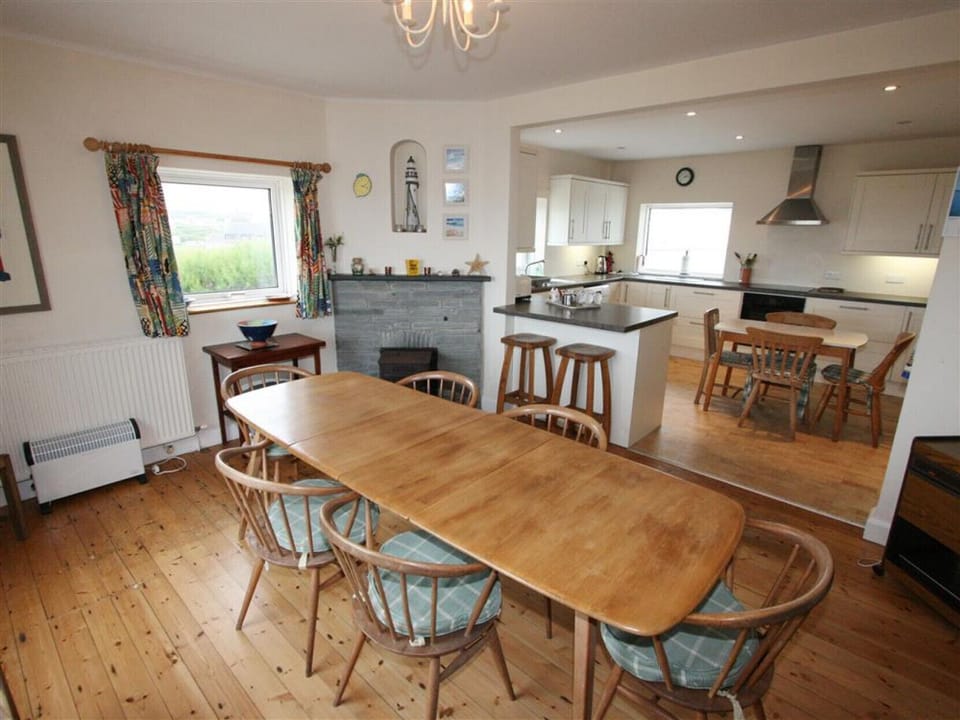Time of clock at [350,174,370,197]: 2:18
